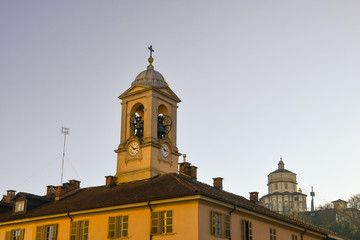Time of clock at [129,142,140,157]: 2:52
